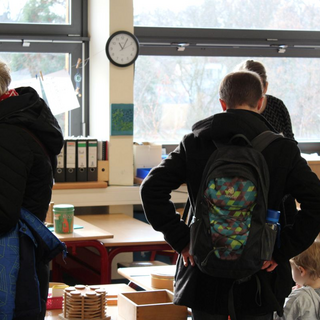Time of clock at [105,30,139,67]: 11:04
